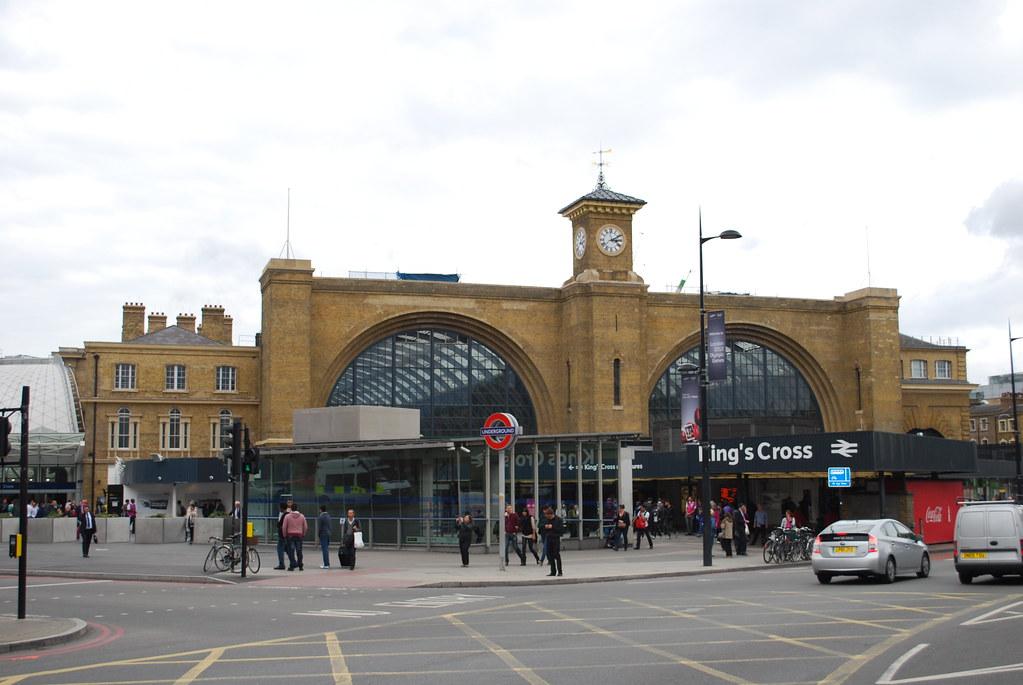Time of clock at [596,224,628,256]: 3:09
